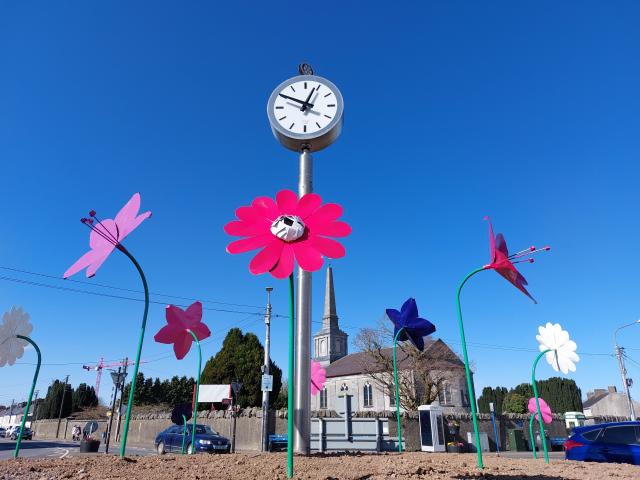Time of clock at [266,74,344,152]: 12:49
